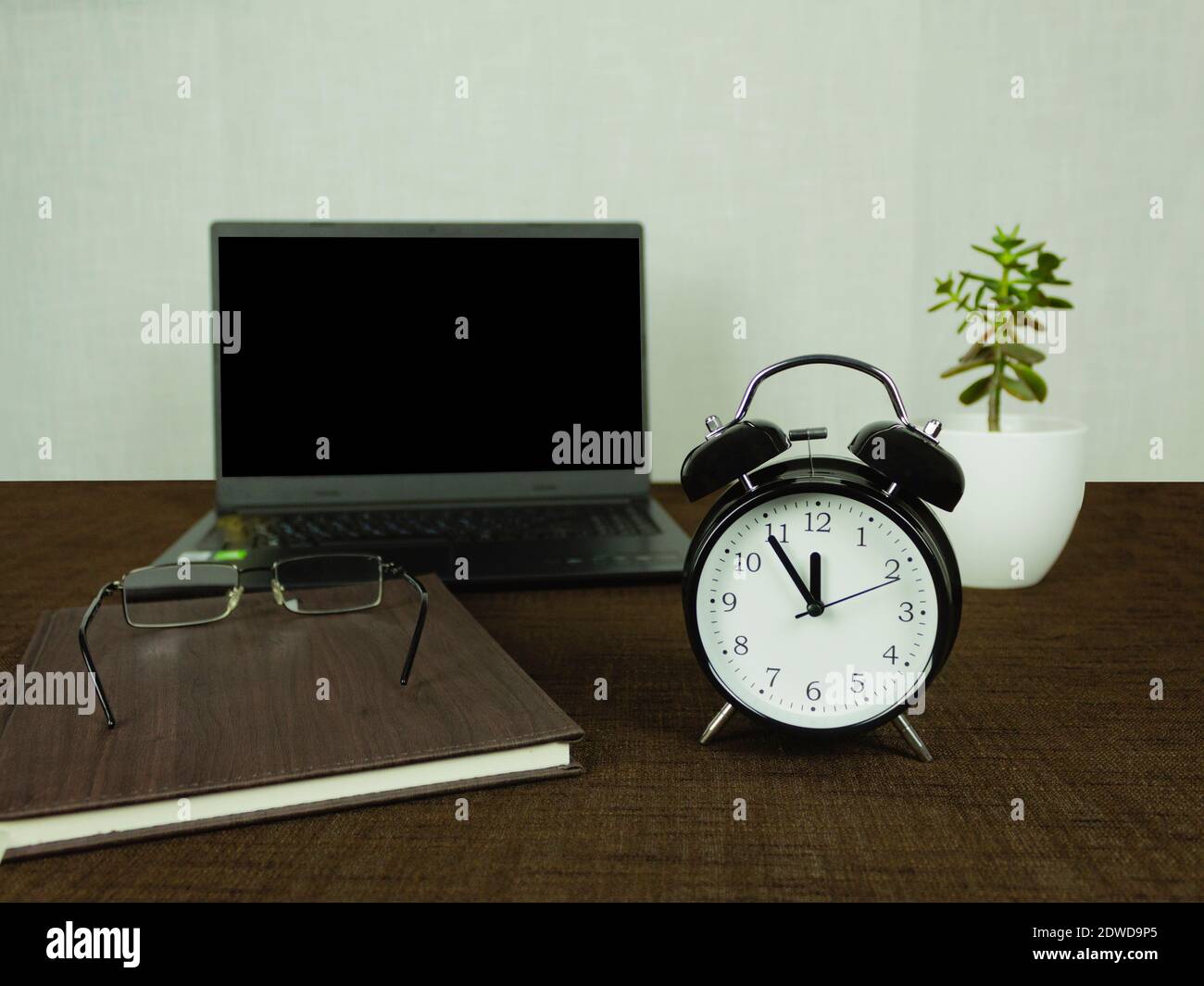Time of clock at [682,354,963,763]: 11:54
